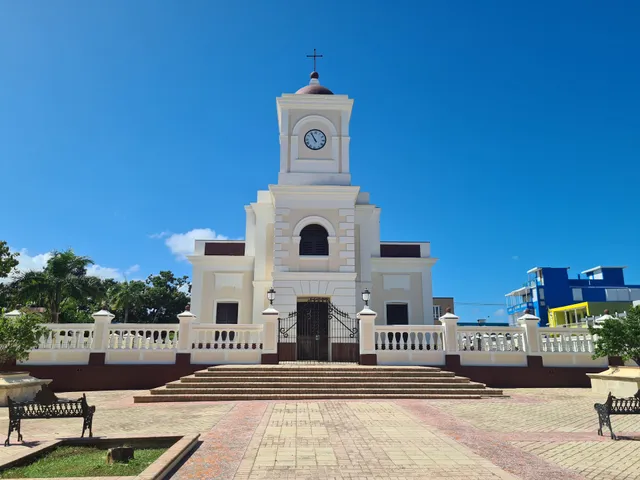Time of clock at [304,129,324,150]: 10:54
